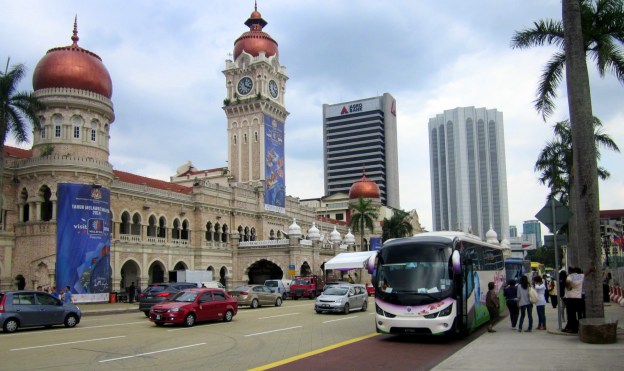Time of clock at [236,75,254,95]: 3:58
